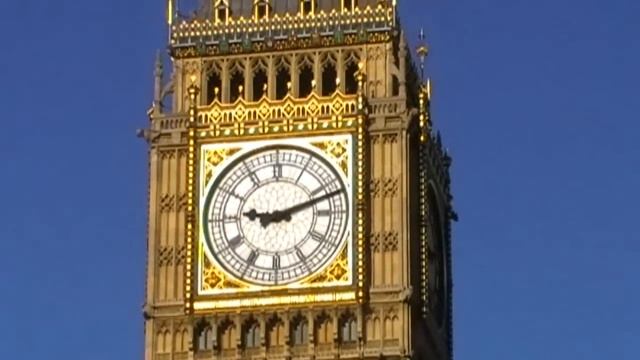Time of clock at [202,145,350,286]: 9:11
